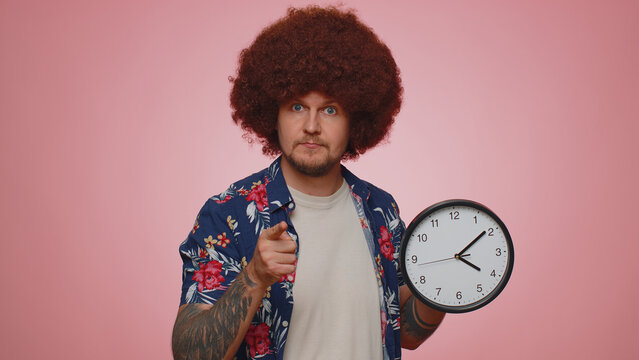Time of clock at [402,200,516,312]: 4:08
